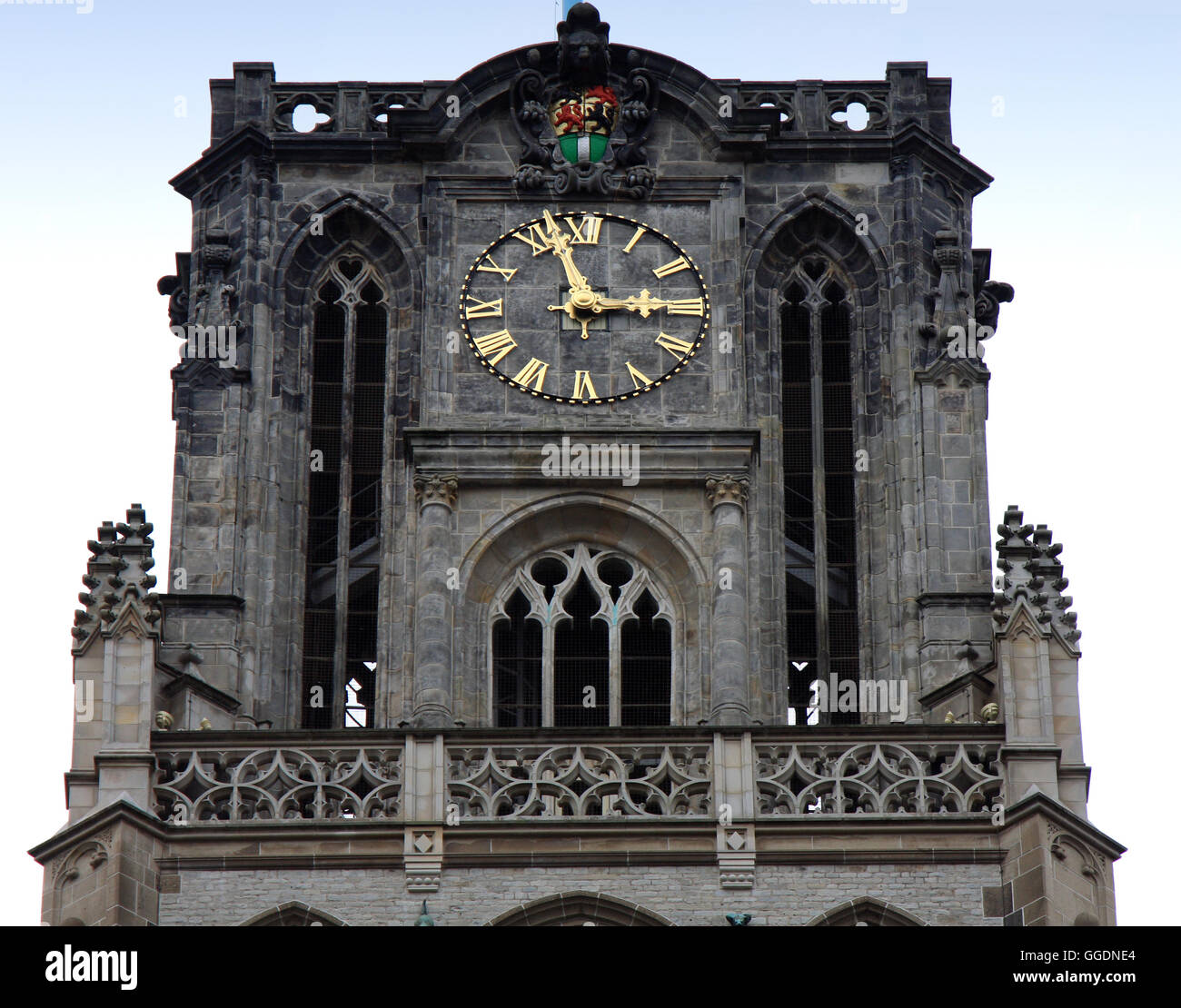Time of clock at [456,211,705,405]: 2:57
